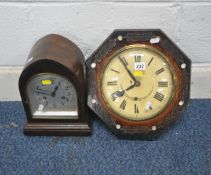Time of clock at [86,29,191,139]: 7:54
